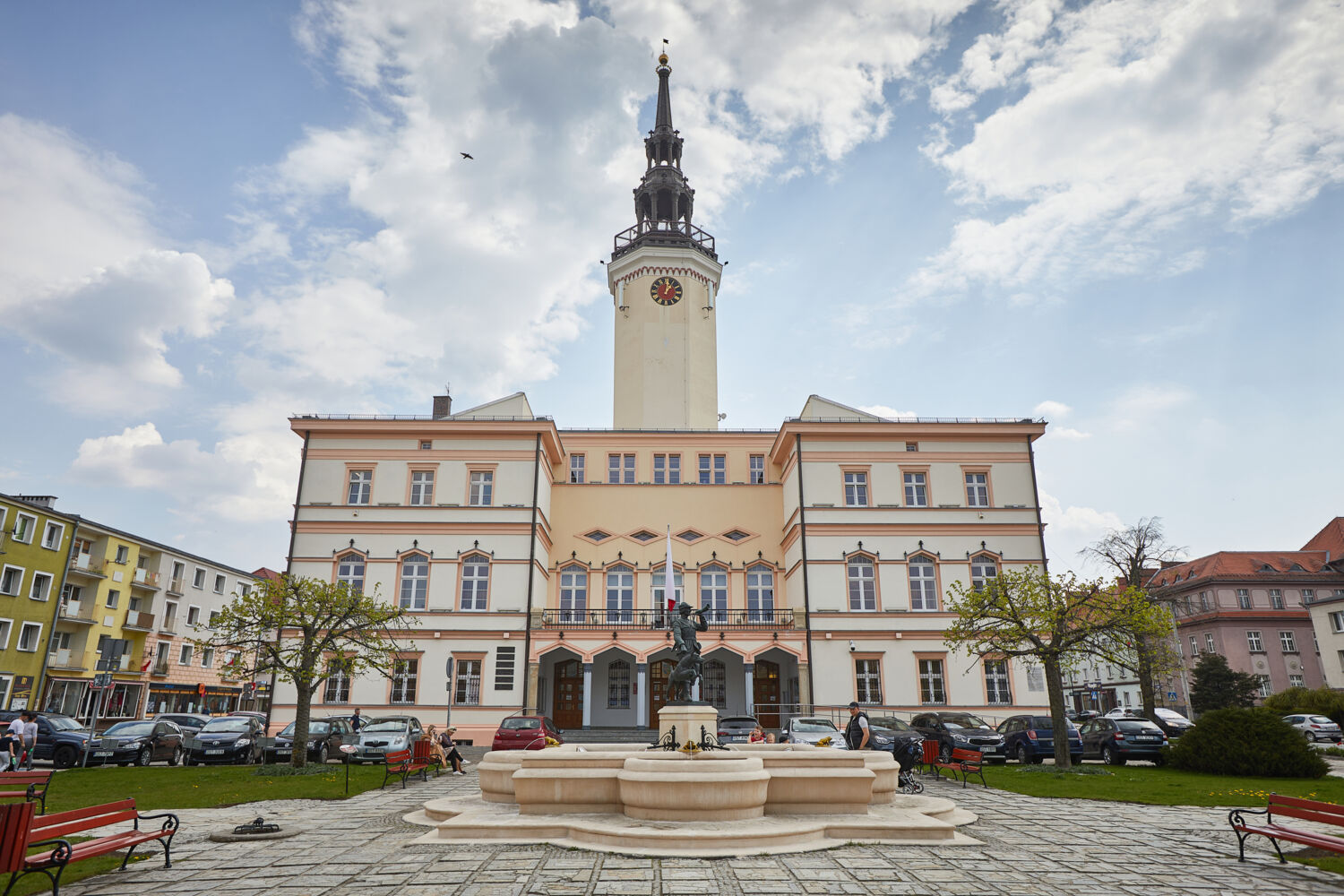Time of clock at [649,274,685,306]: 1:02
